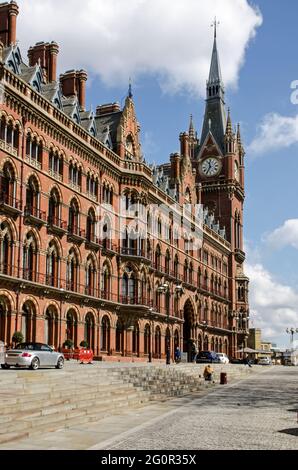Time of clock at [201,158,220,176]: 11:35
